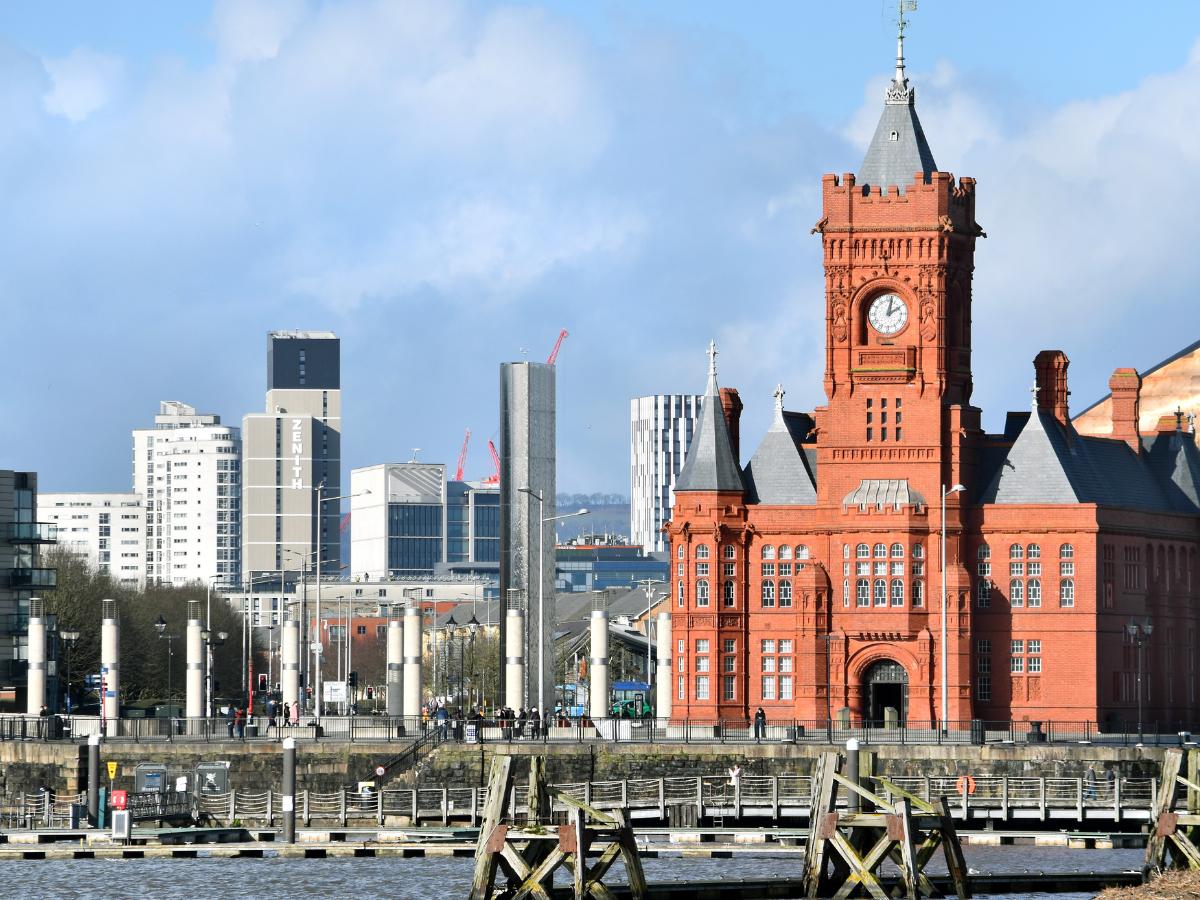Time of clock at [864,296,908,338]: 2:02
